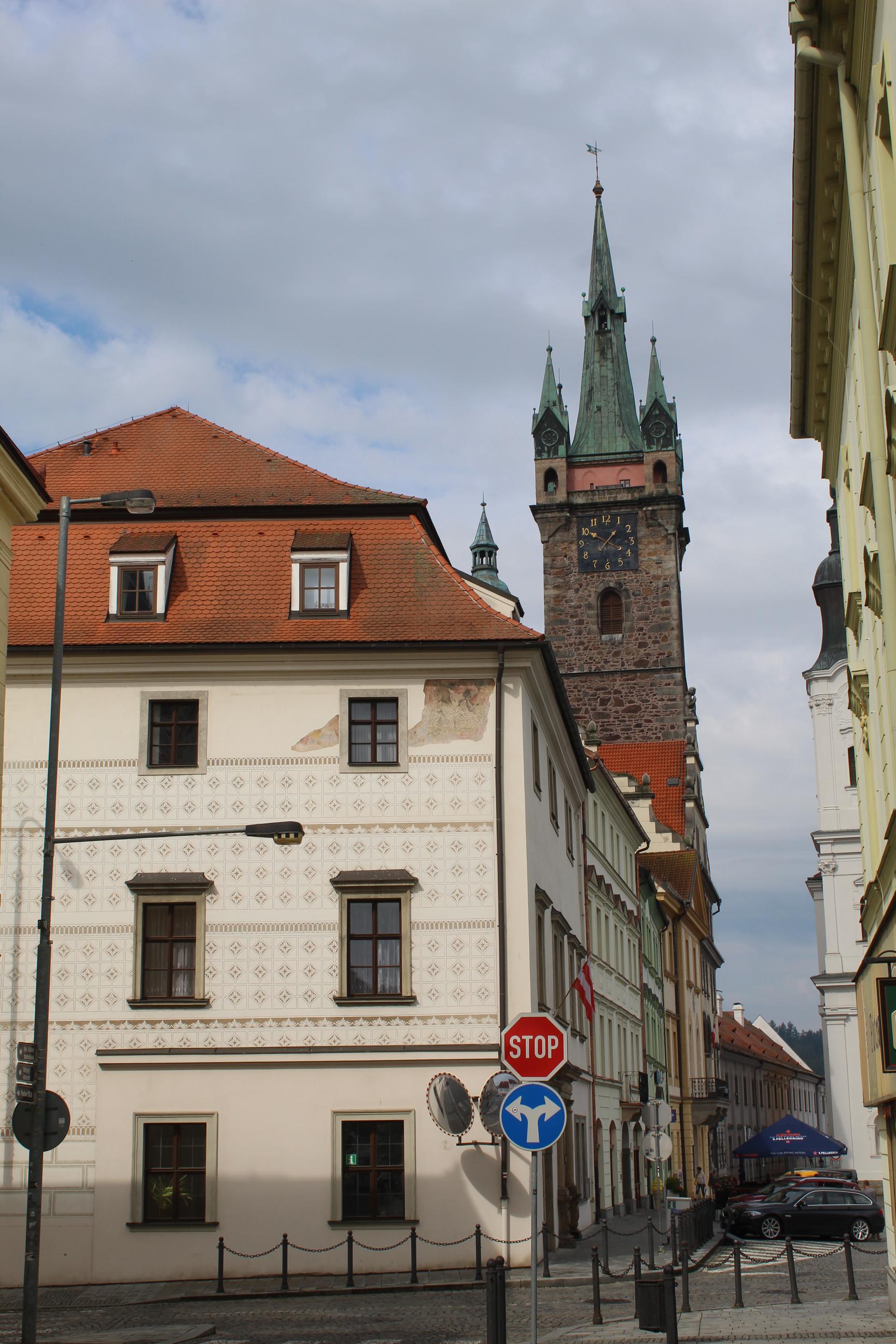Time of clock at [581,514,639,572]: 1:20
